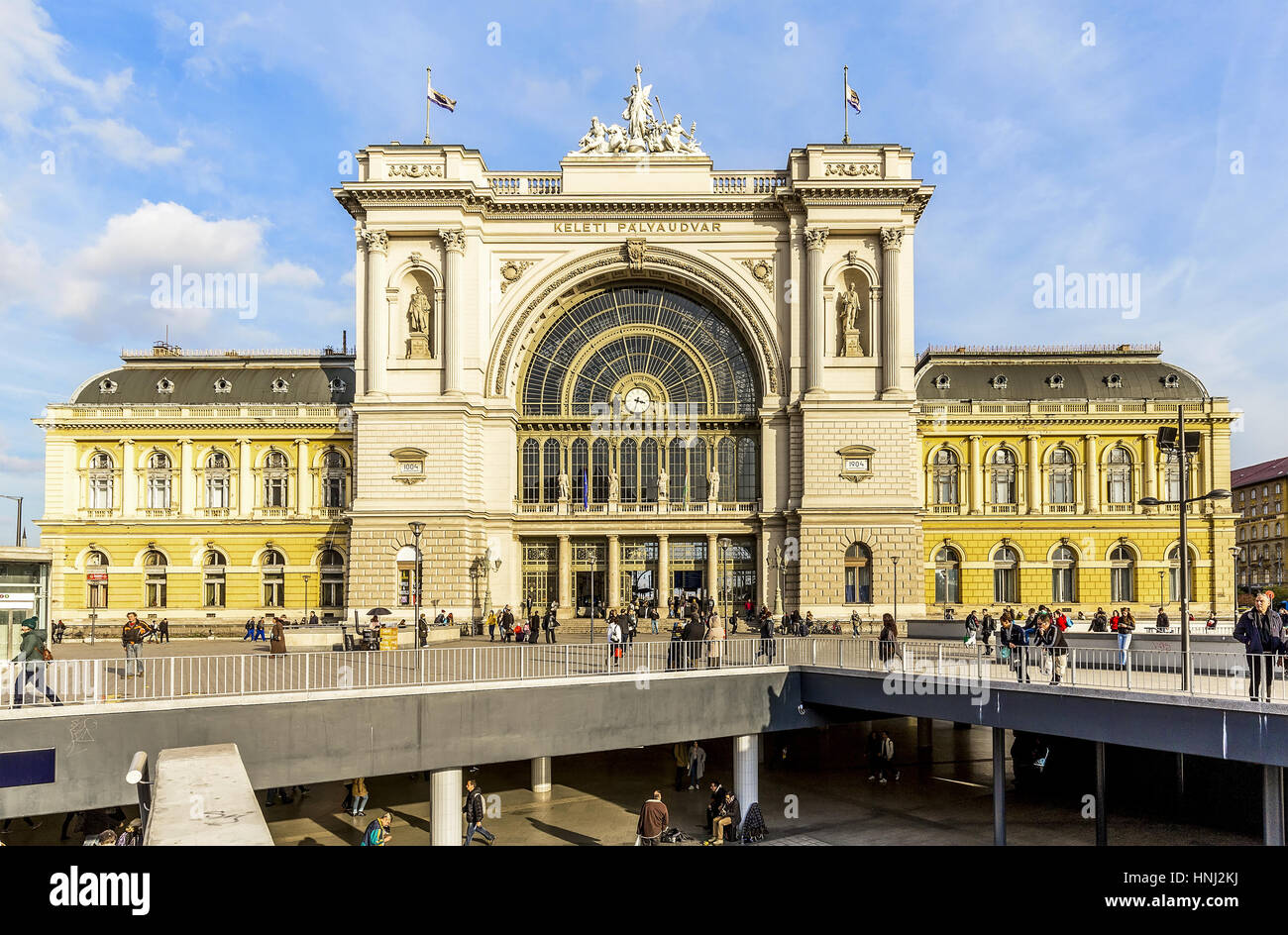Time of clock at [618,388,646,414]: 3:32
